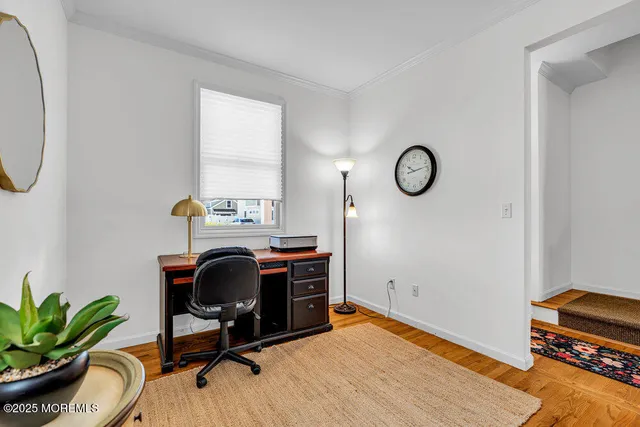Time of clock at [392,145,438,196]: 10:13
